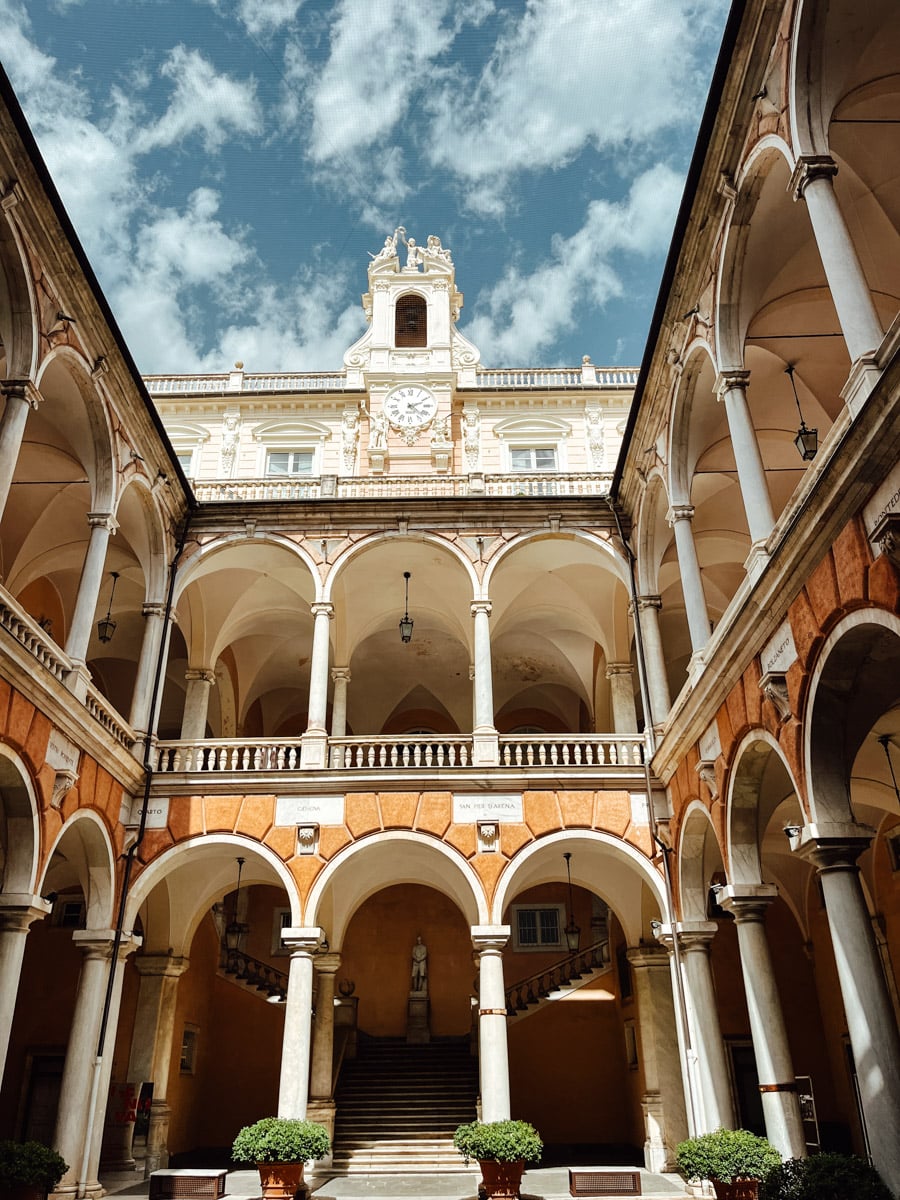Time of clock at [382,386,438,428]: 4:10
